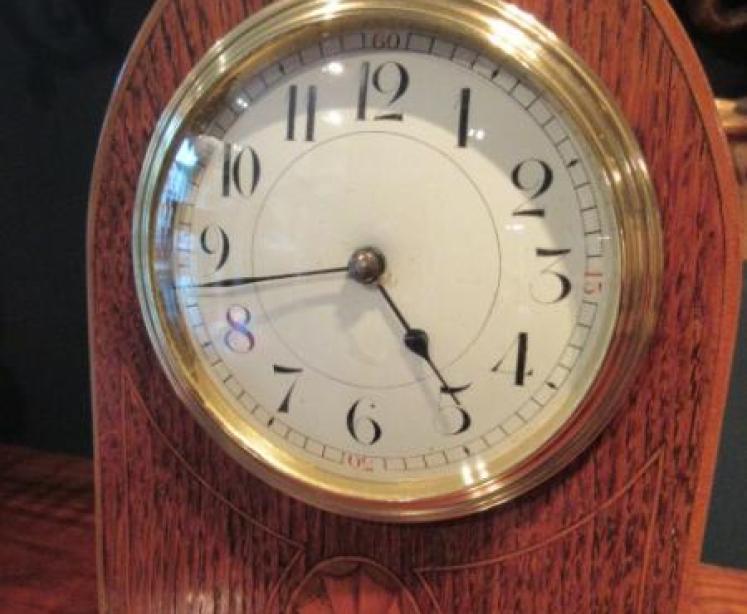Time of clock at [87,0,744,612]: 4:42
